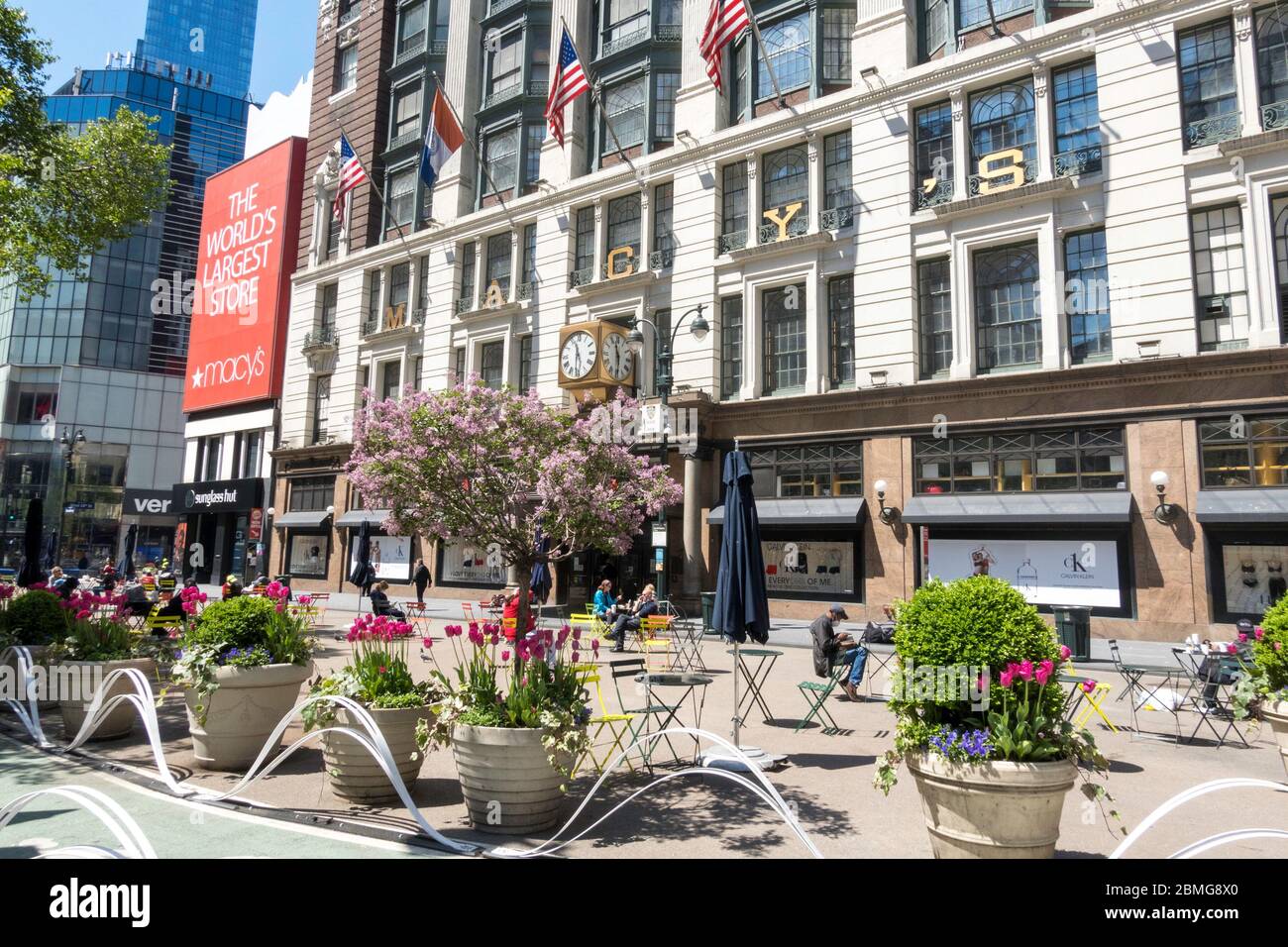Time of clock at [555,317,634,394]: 11:30
